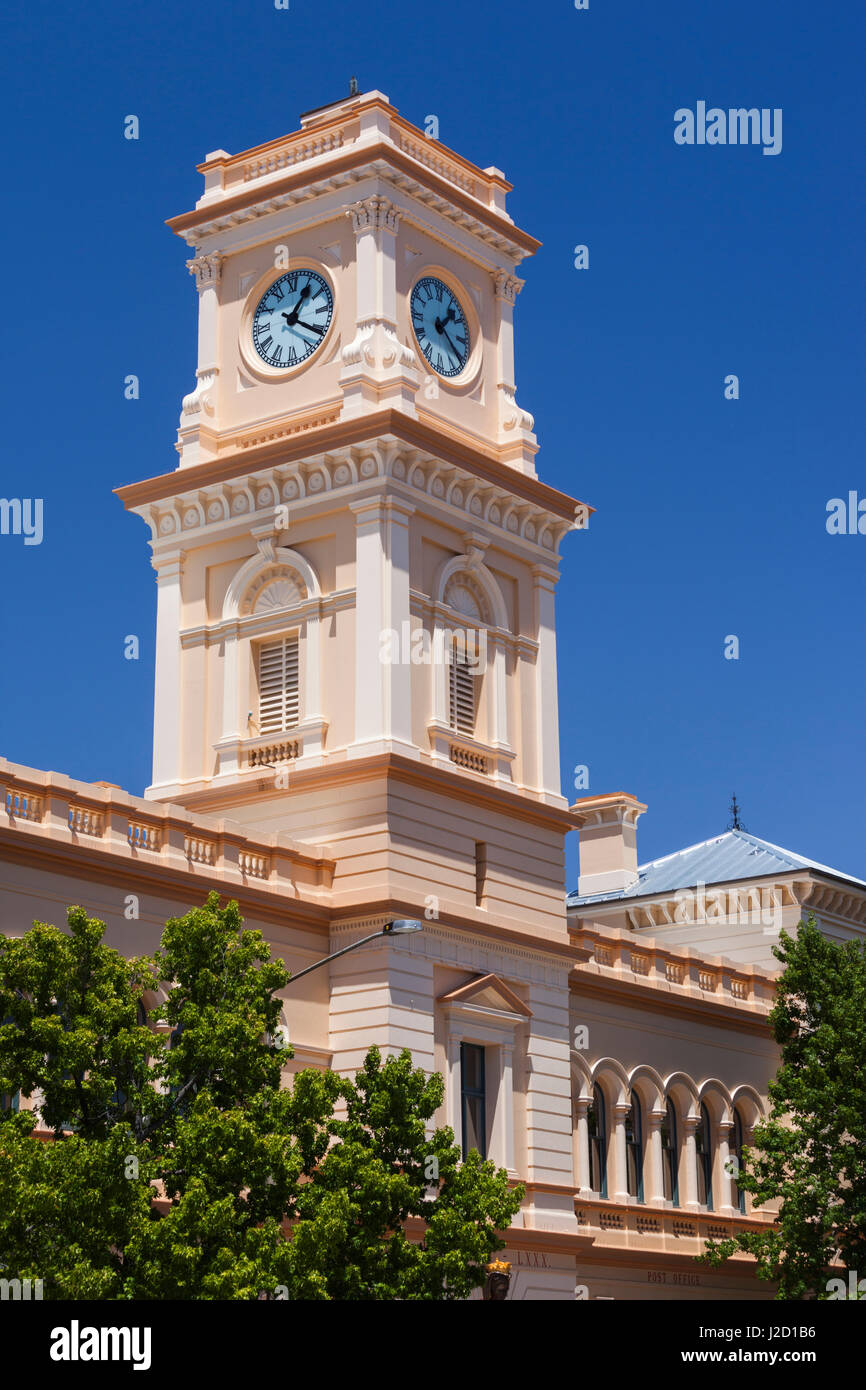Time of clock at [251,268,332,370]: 1:20
